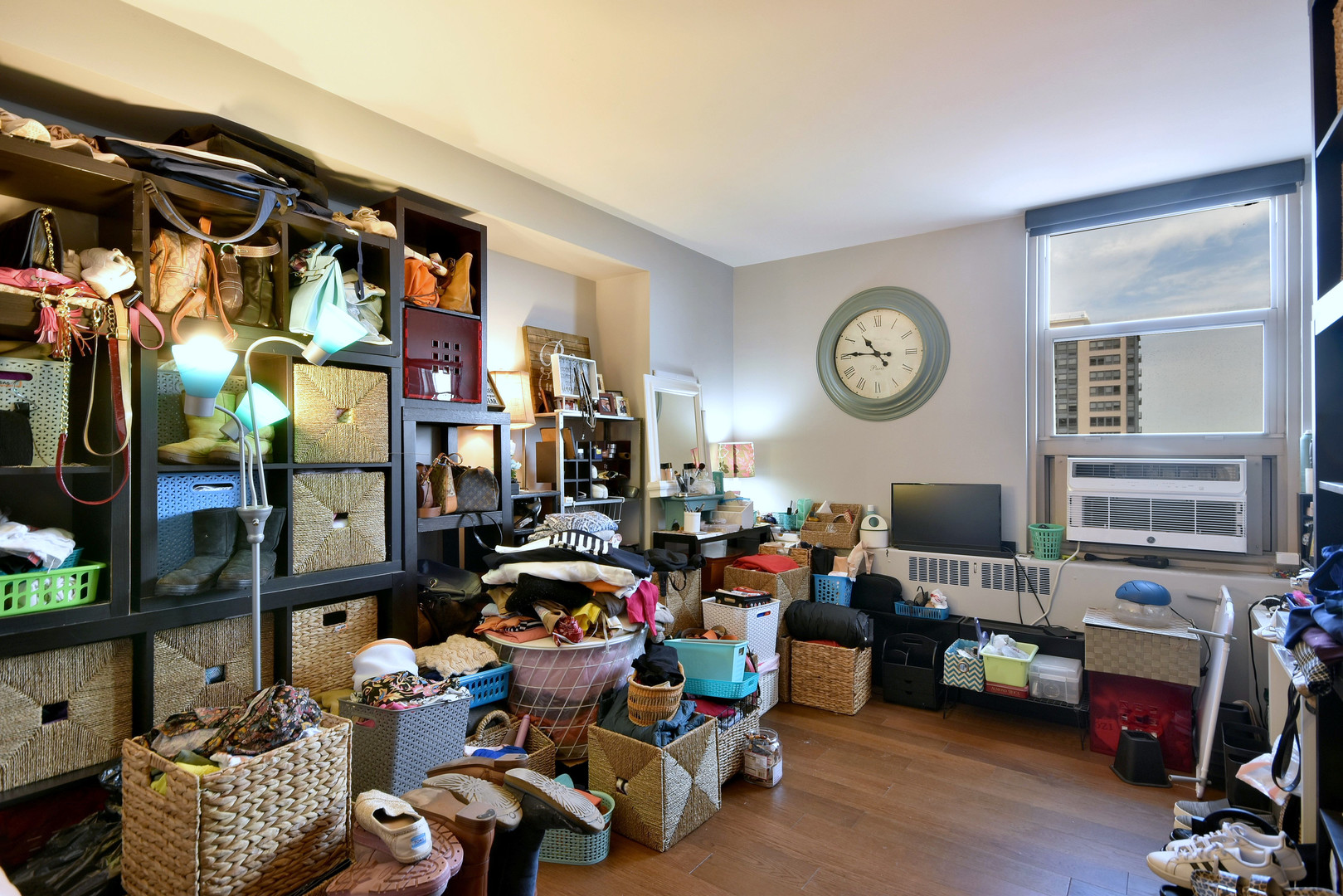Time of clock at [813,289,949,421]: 10:45
